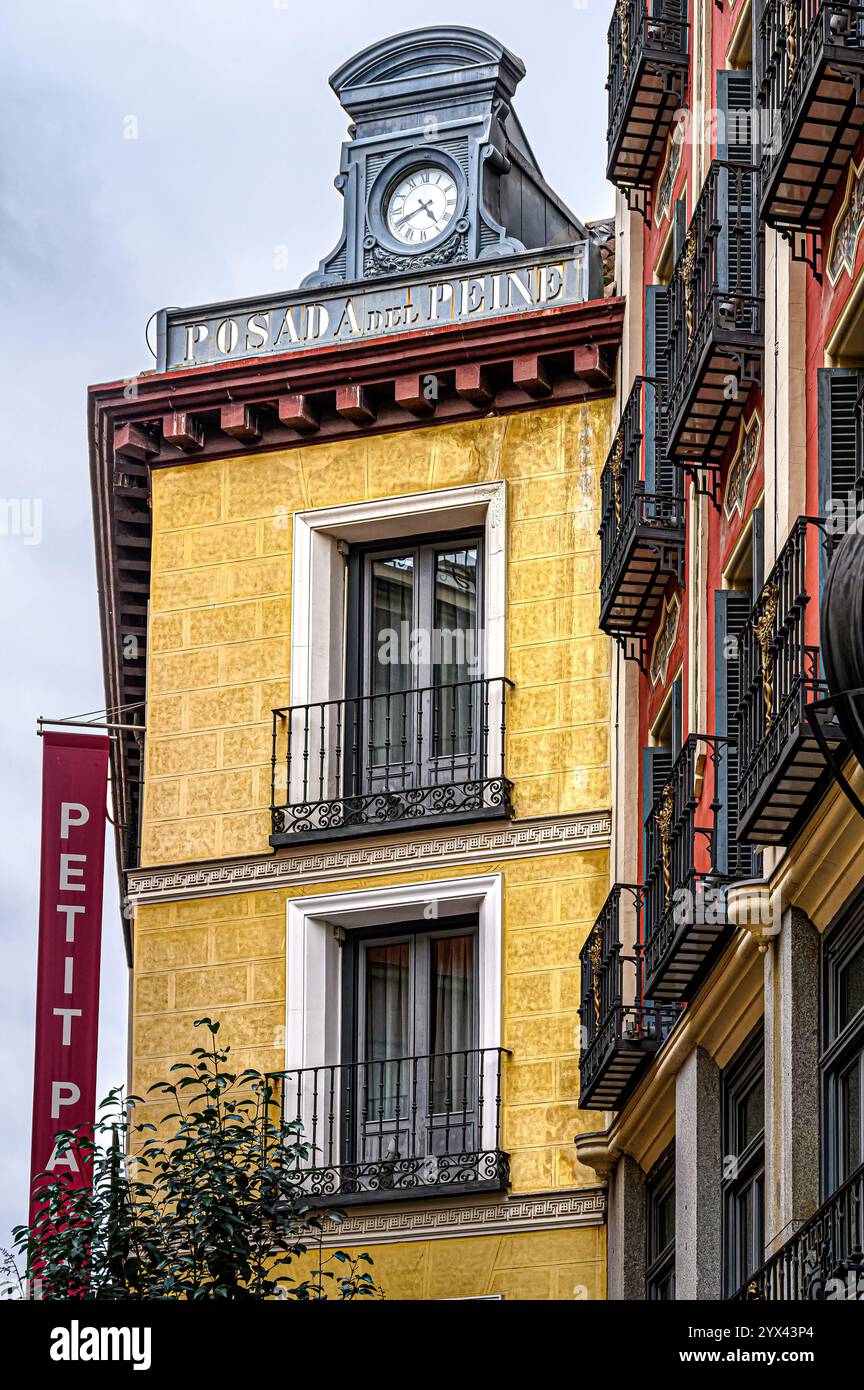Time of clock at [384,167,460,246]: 4:40
